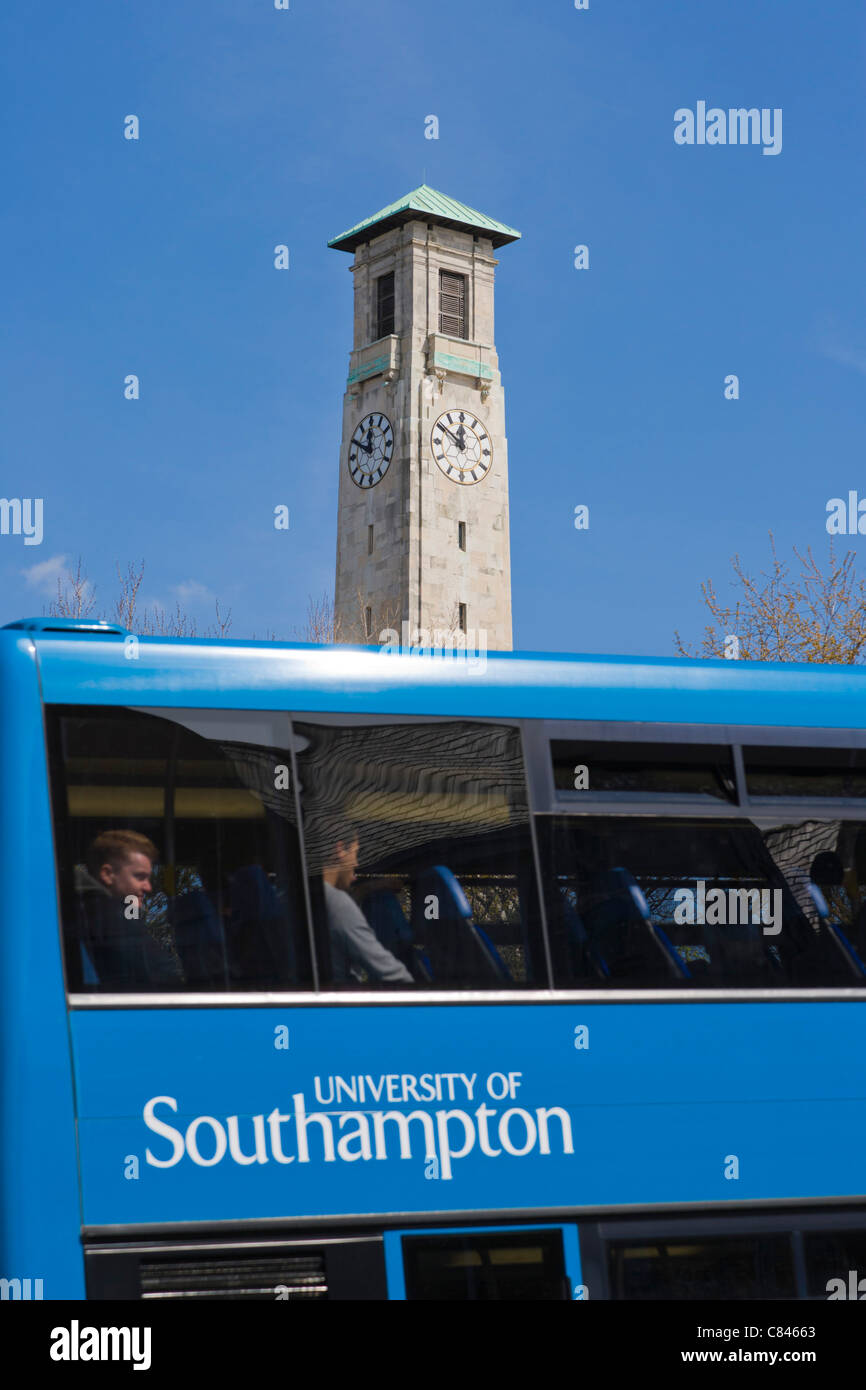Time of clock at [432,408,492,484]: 11:50
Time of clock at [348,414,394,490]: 11:49
